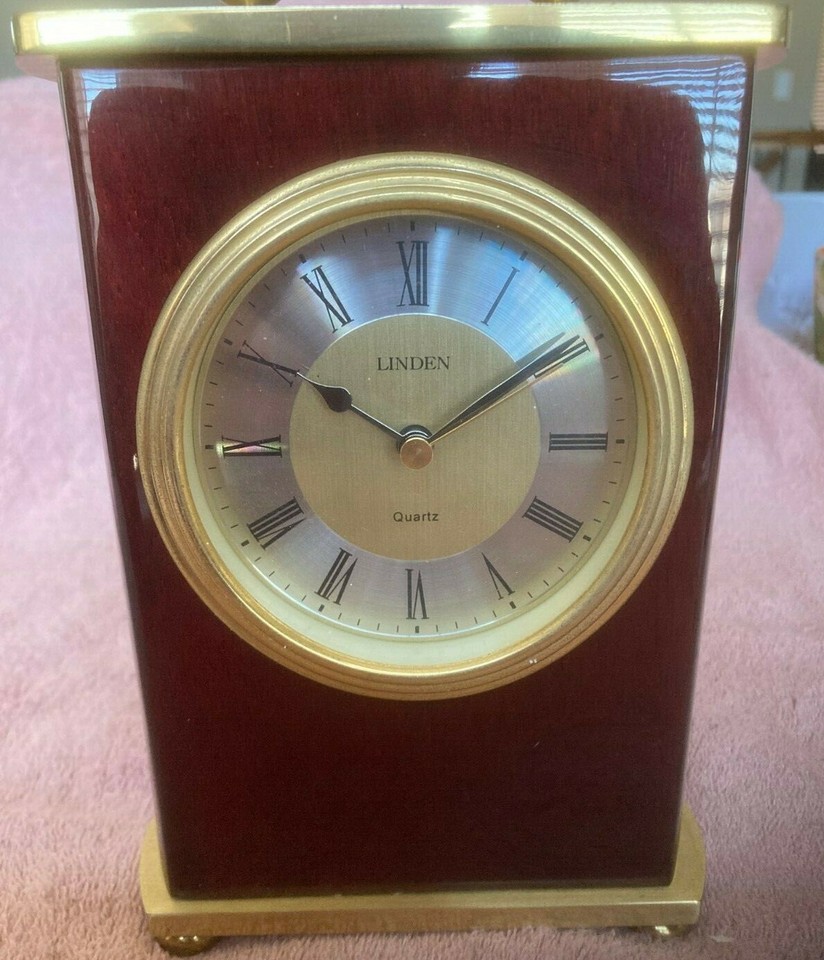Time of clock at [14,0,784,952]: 10:09
